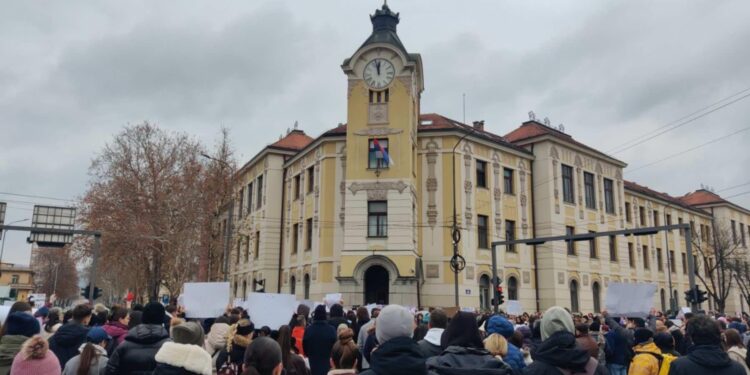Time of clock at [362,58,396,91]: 11:57
